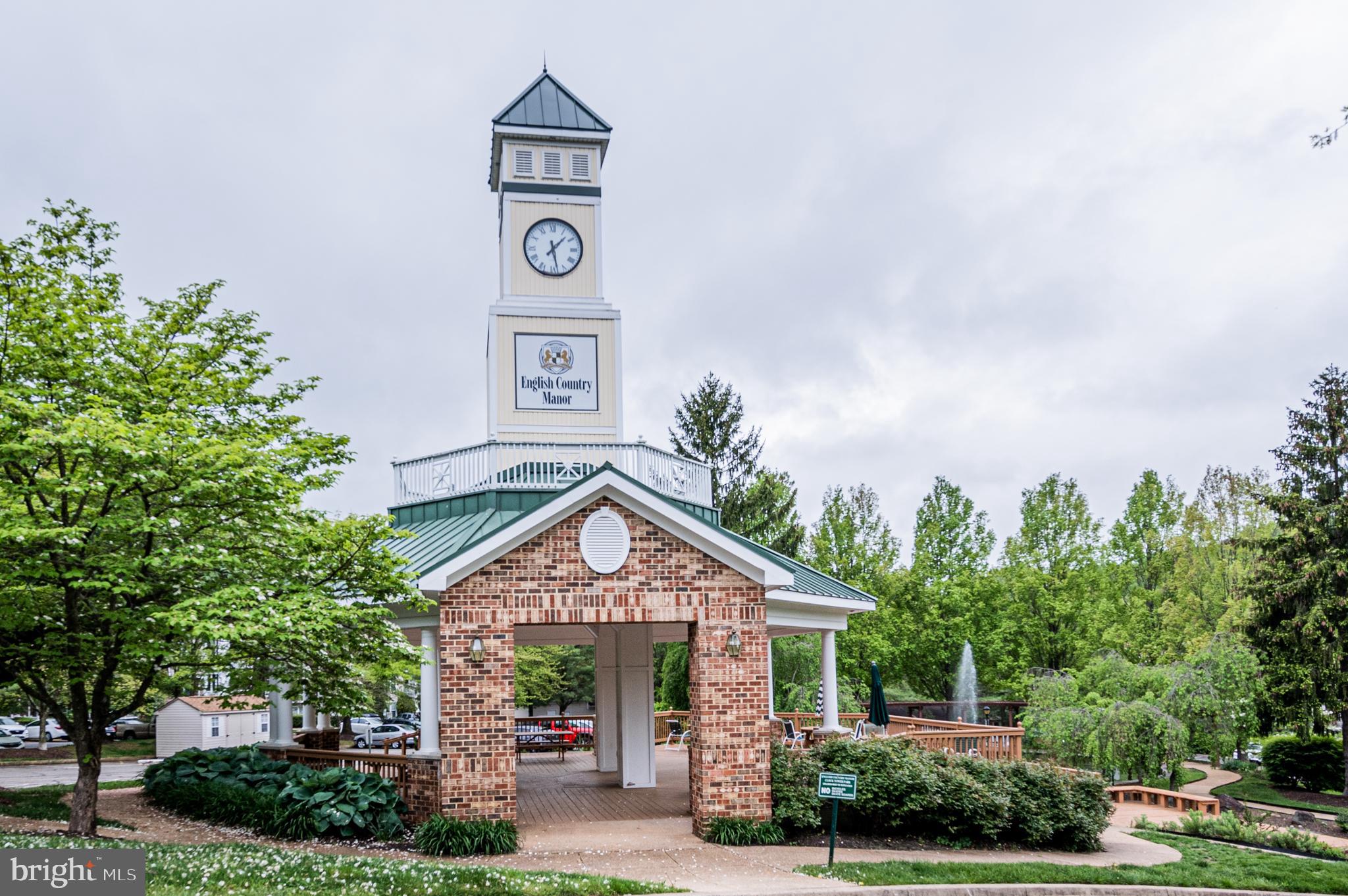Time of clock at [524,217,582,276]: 1:28
